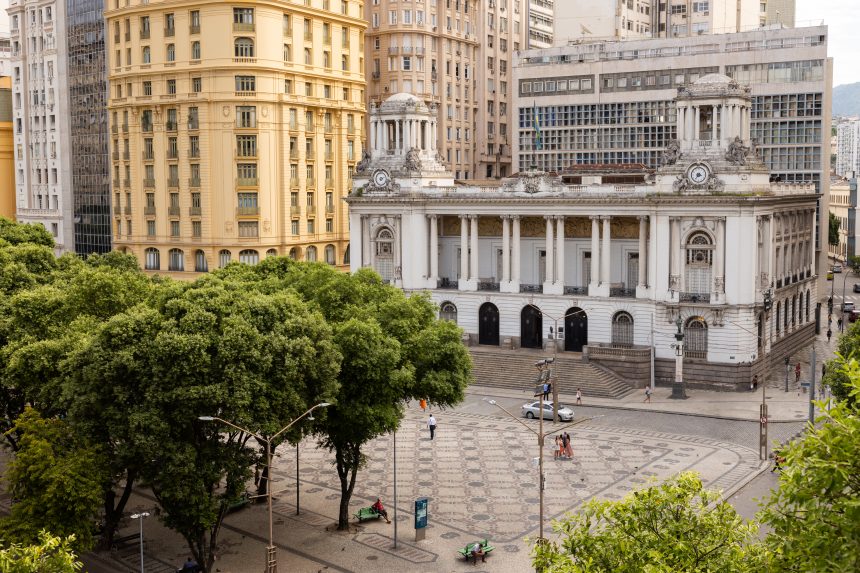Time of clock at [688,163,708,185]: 3:35
